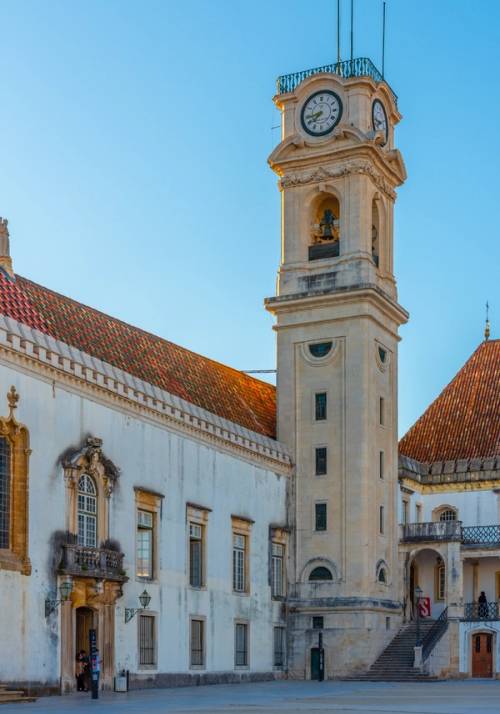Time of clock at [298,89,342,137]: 7:43
